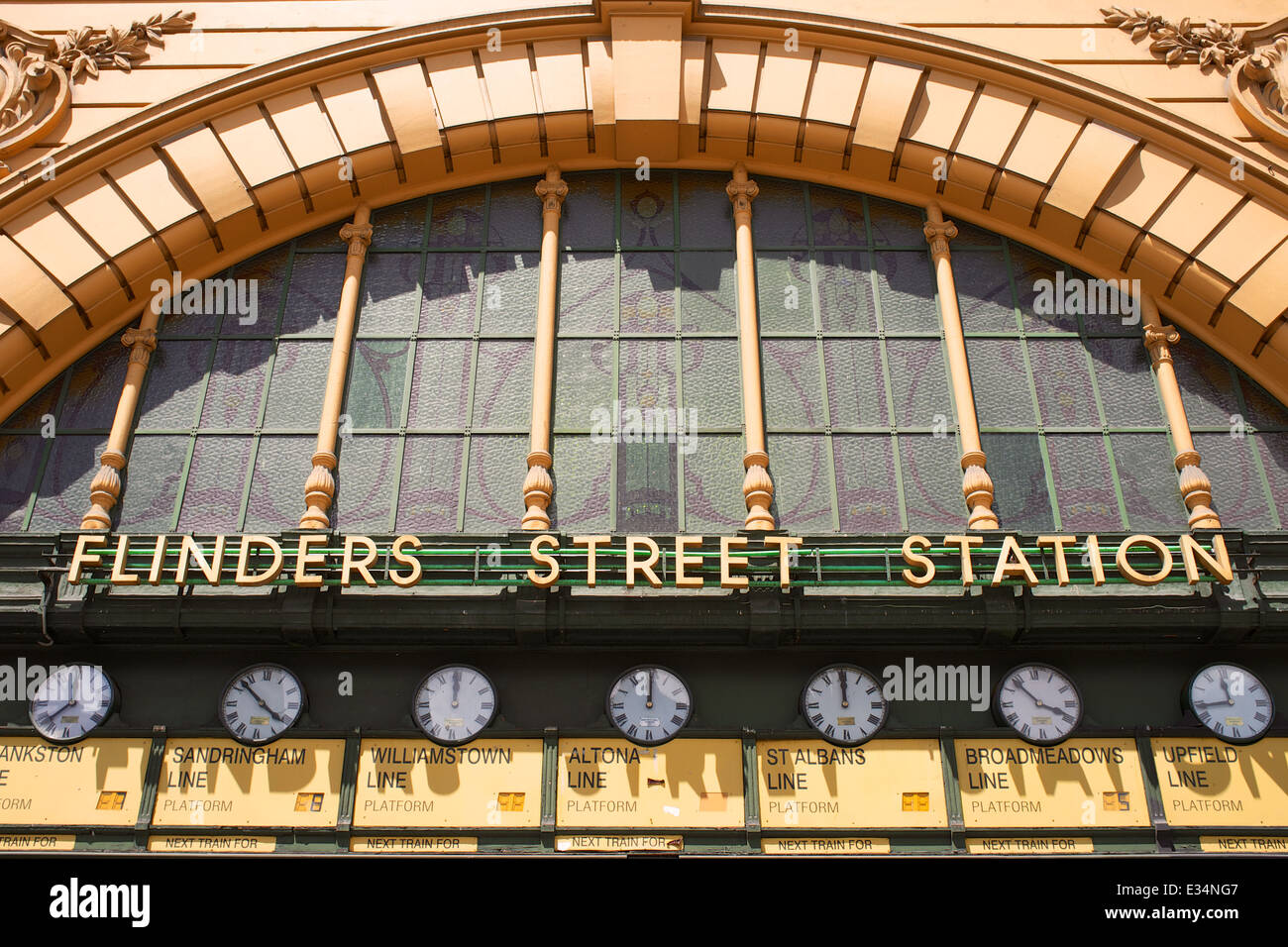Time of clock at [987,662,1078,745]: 3:53
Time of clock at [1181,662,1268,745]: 11:43
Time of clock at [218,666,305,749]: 10:21
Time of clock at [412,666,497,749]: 11:59
